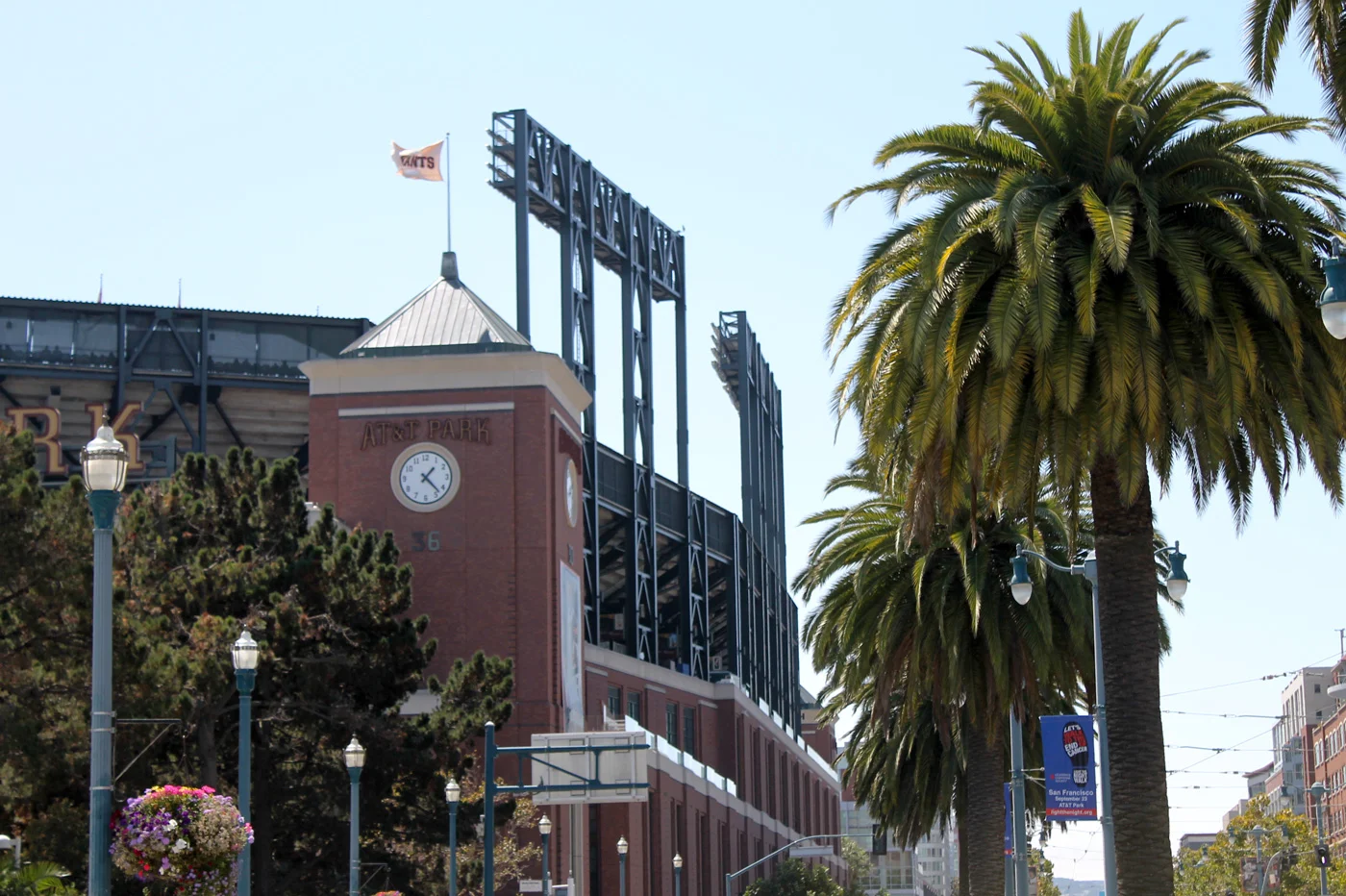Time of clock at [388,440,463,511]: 1:22
